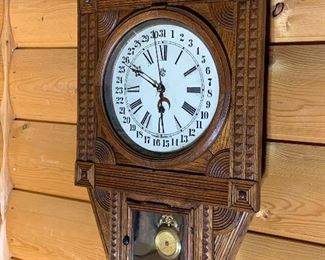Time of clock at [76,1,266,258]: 5:49
